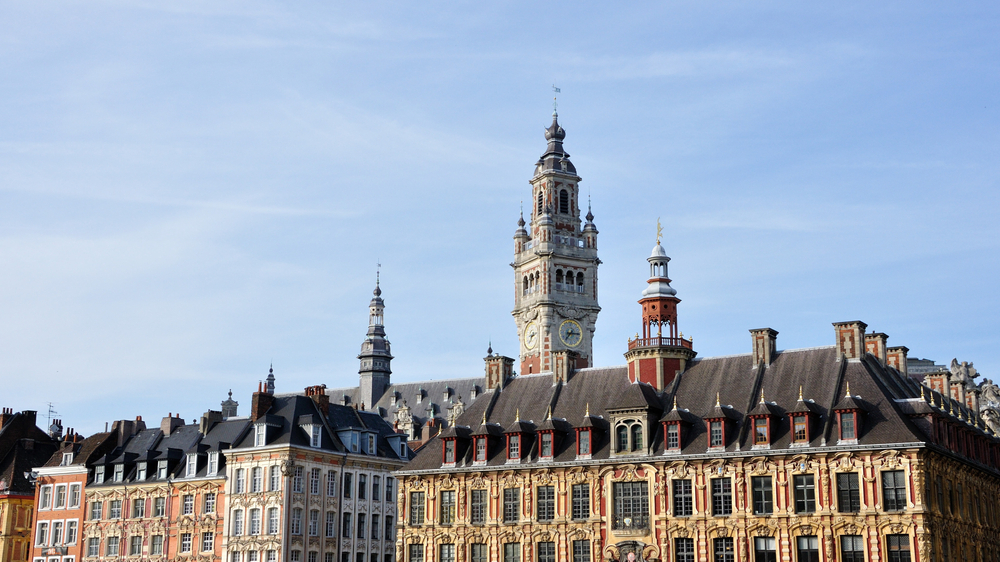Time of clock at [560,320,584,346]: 7:15
